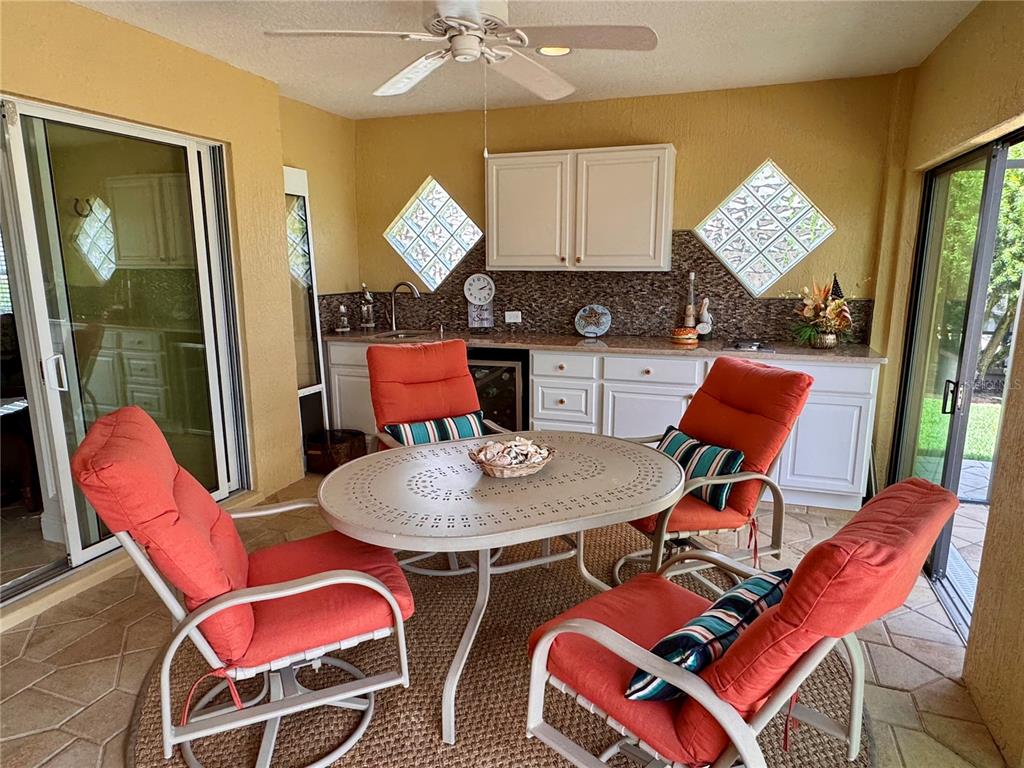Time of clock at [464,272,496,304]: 2:14
